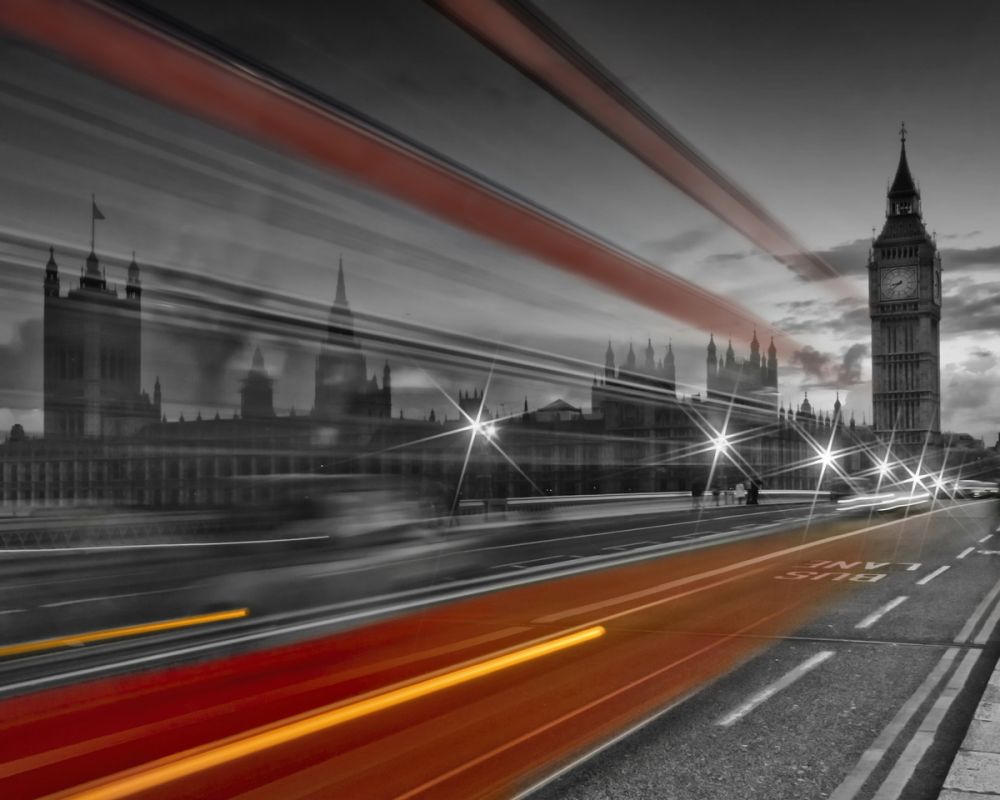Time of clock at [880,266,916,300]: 8:38
